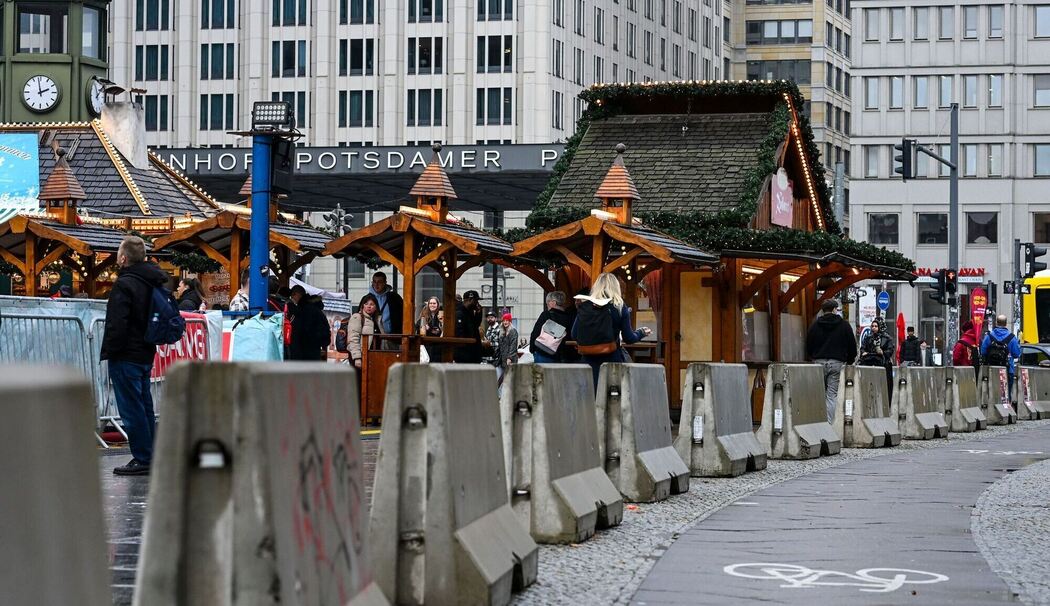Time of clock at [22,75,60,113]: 1:58
